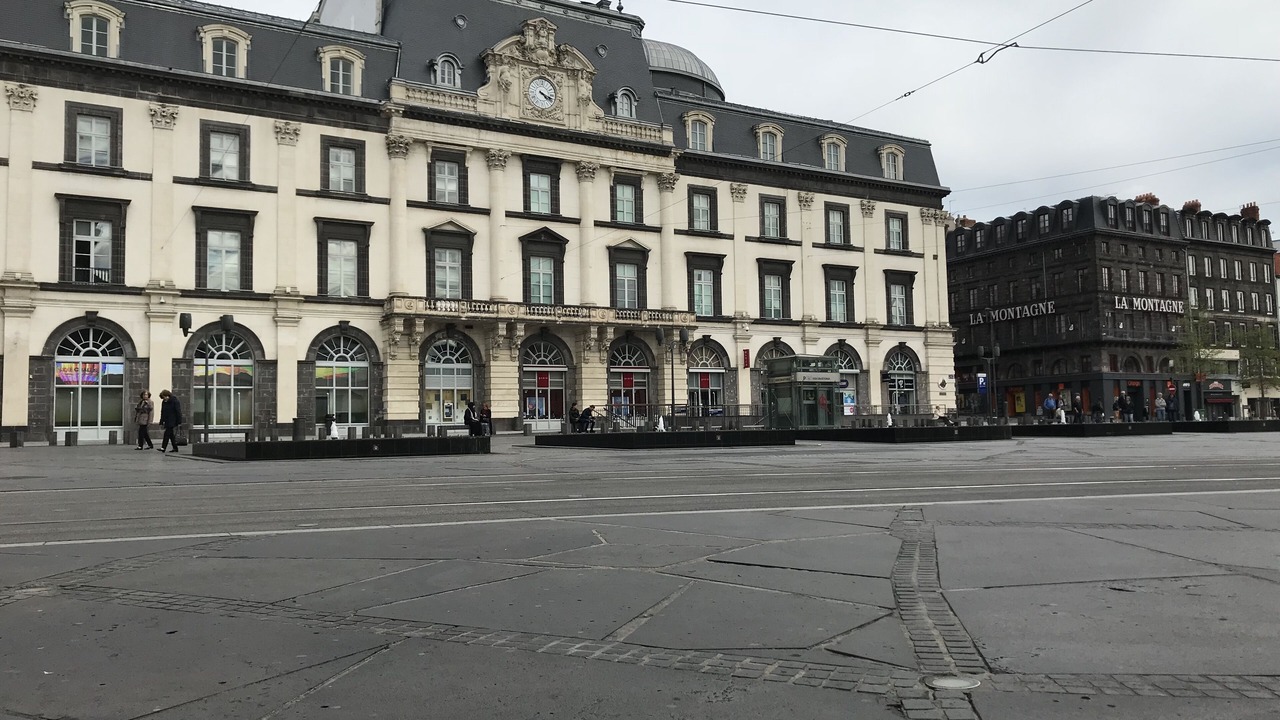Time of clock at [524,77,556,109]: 4:18
